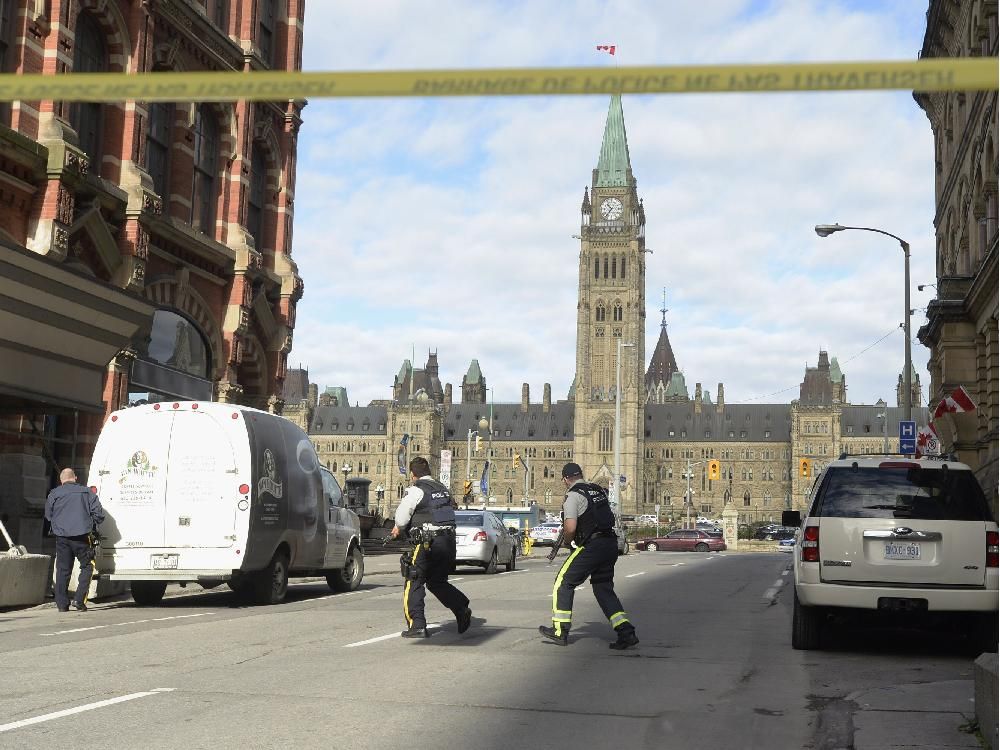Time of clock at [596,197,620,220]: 10:36
